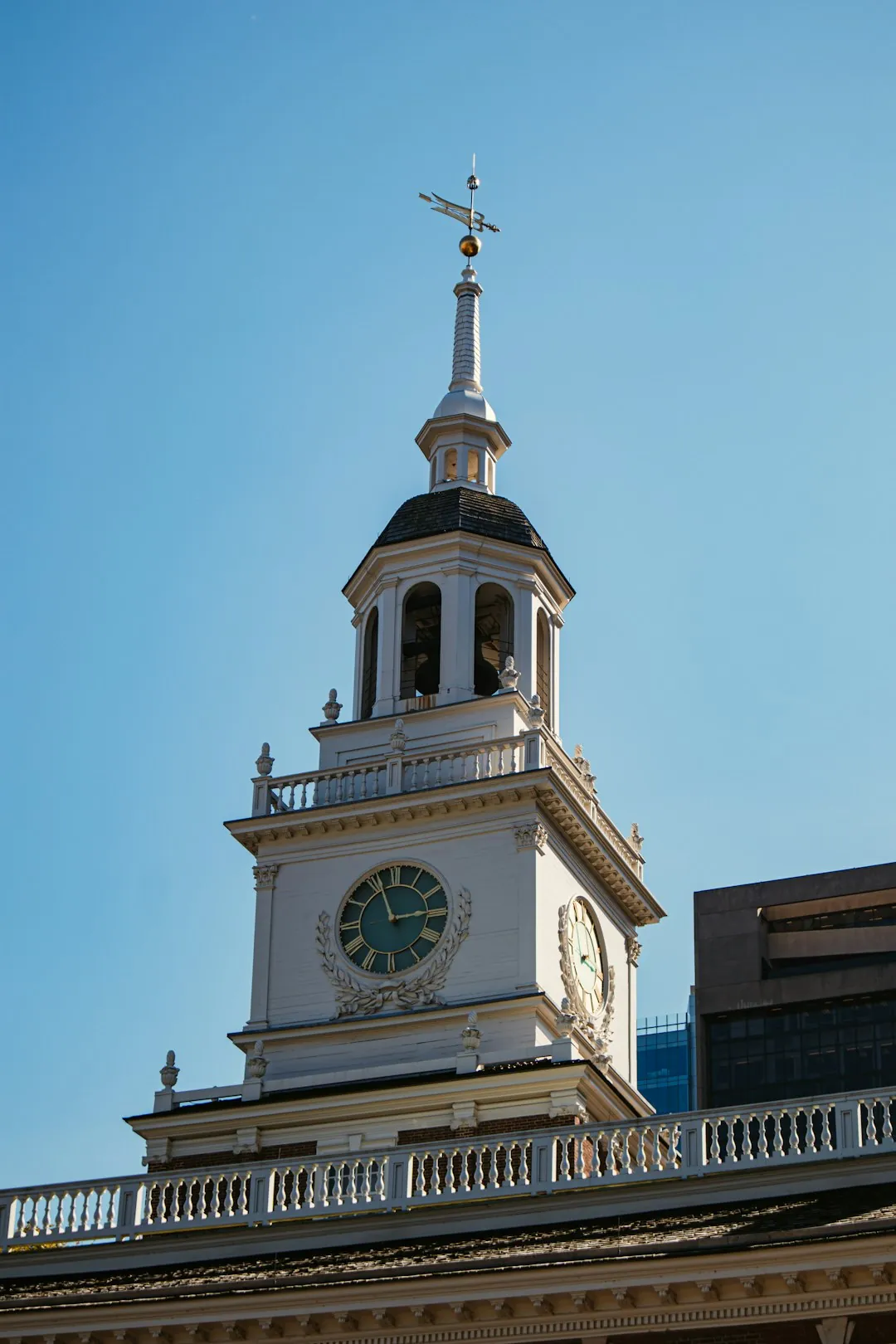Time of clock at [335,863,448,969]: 2:56
